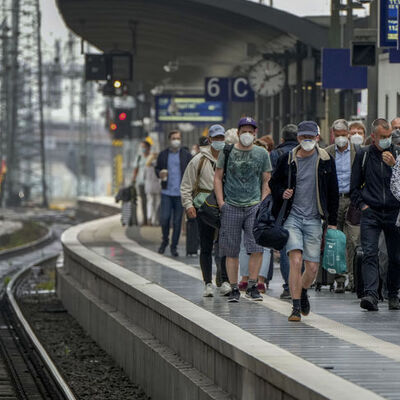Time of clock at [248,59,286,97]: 7:11
